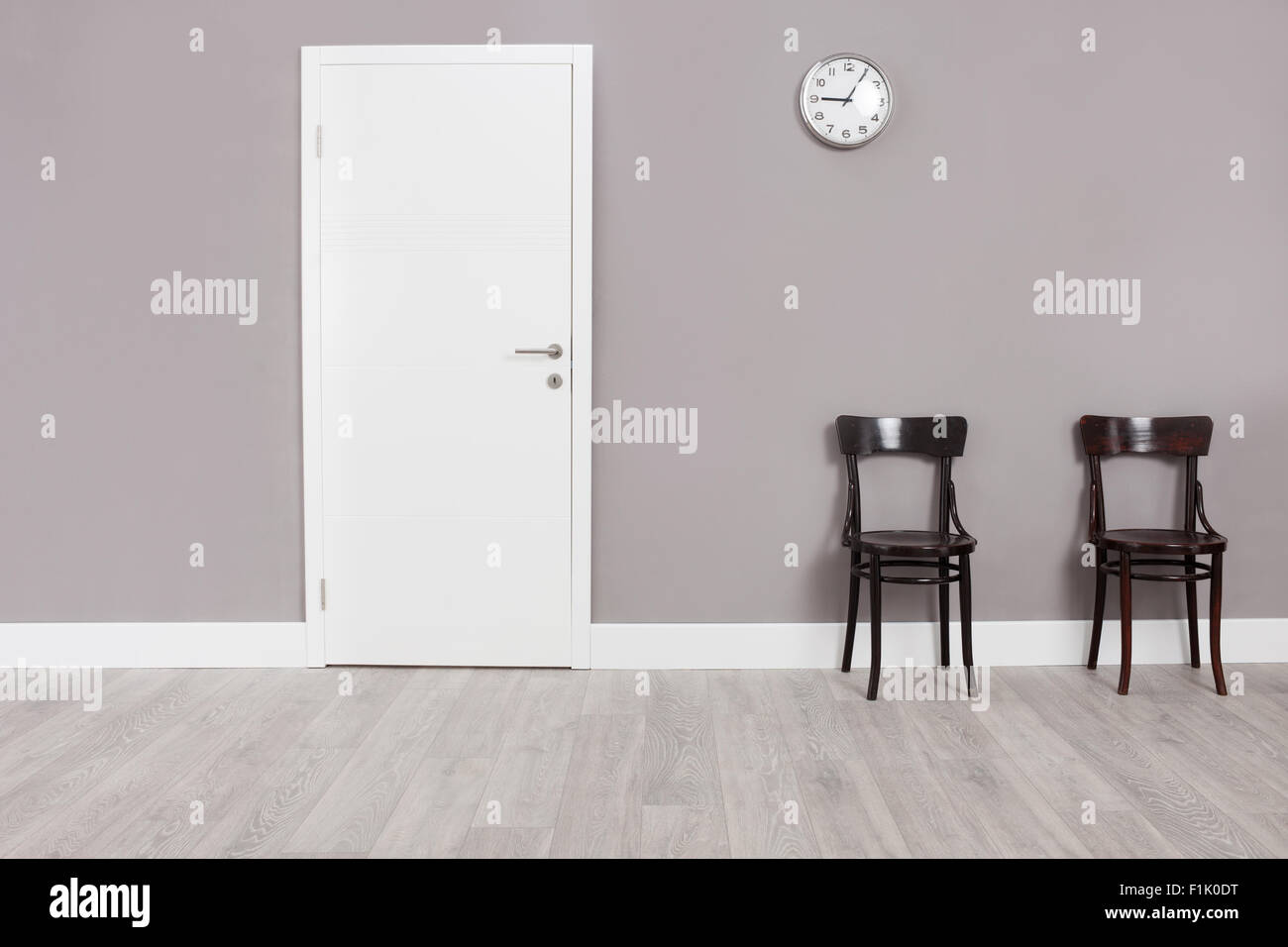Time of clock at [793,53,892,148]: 9:05
